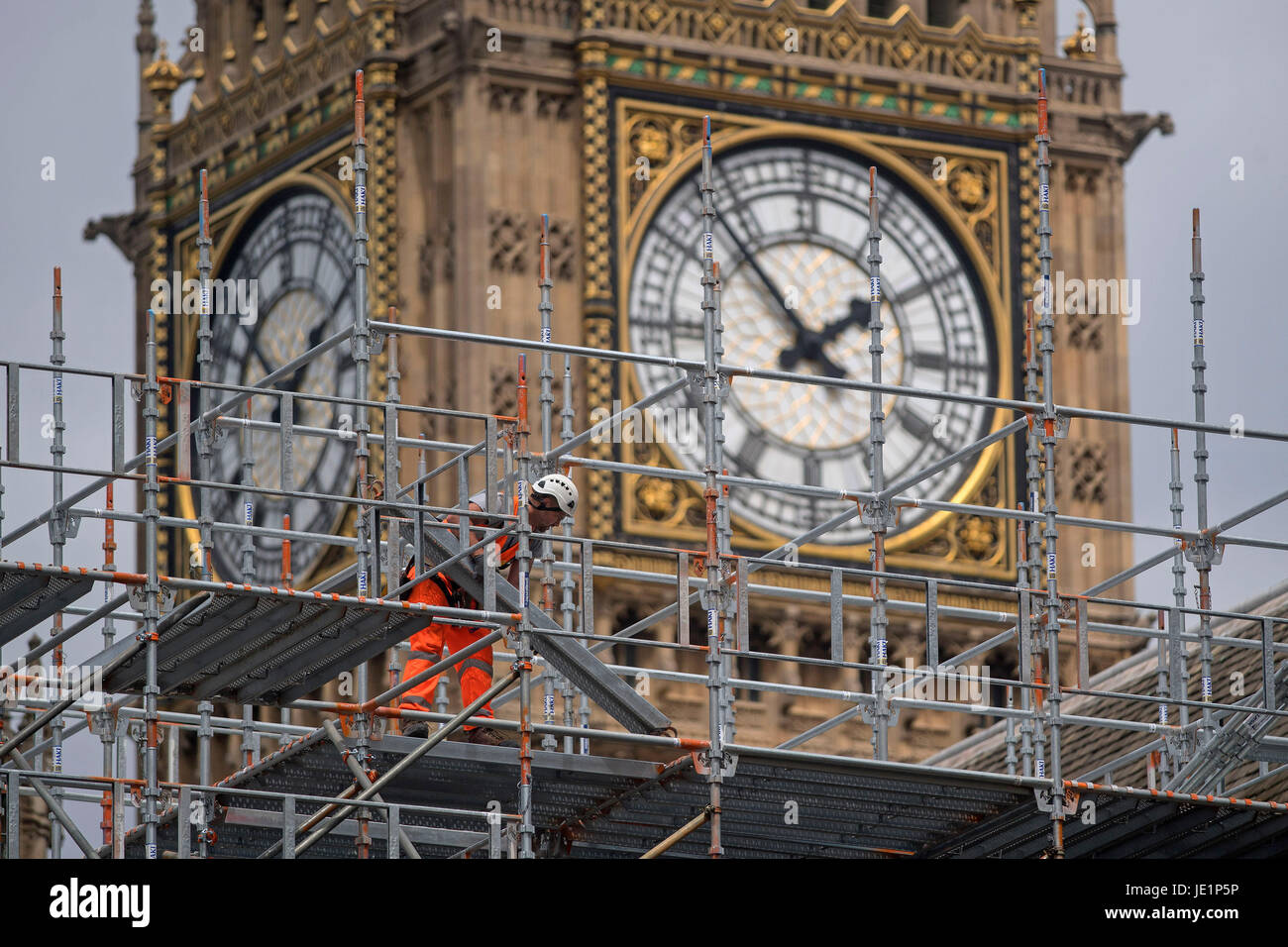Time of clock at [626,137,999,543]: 1:53
